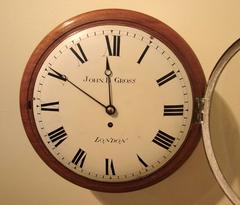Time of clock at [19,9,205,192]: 11:50
